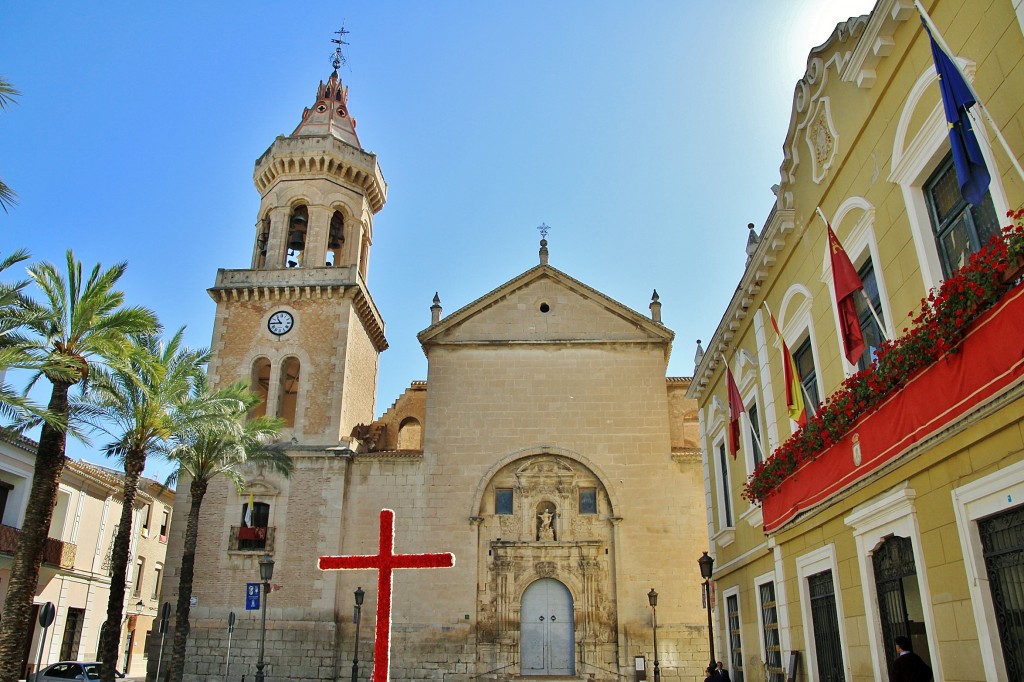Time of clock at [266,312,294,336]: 10:44
